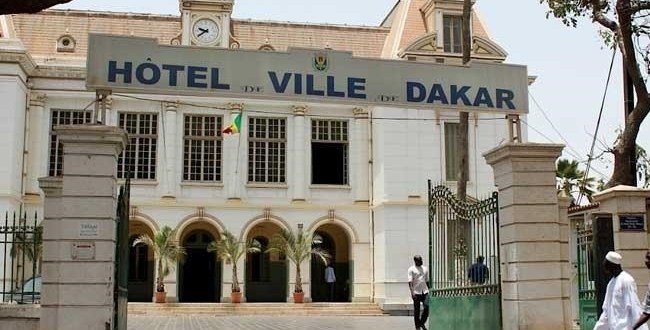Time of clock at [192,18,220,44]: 9:39
